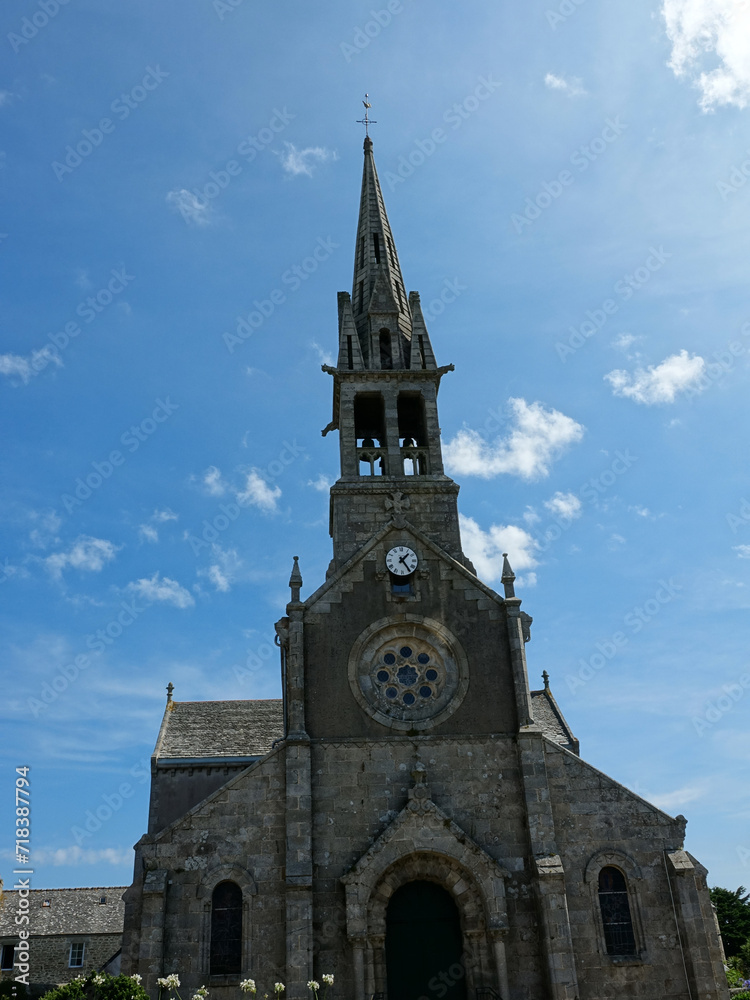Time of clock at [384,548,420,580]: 1:24
